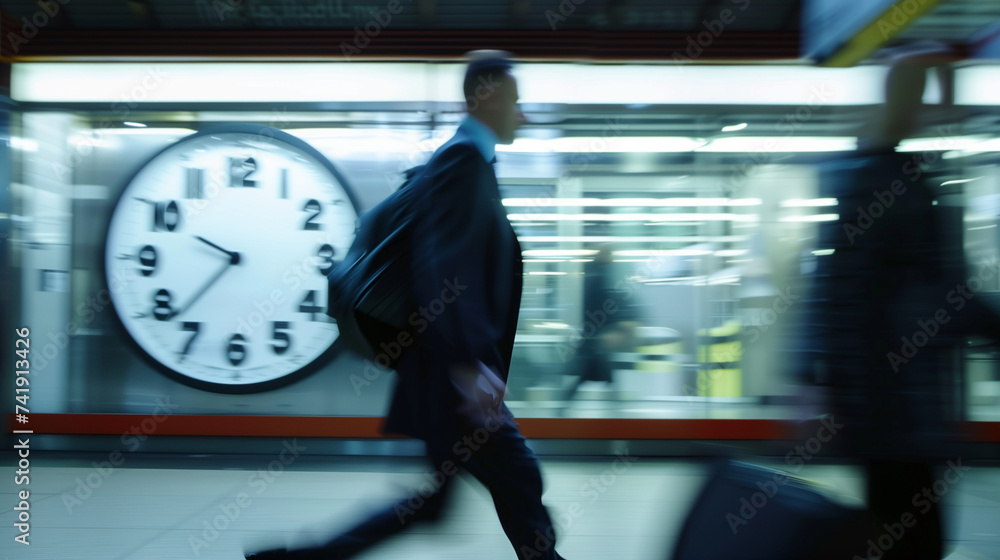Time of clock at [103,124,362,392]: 9:37
